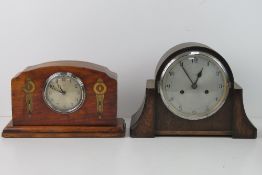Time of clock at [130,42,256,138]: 12:54
